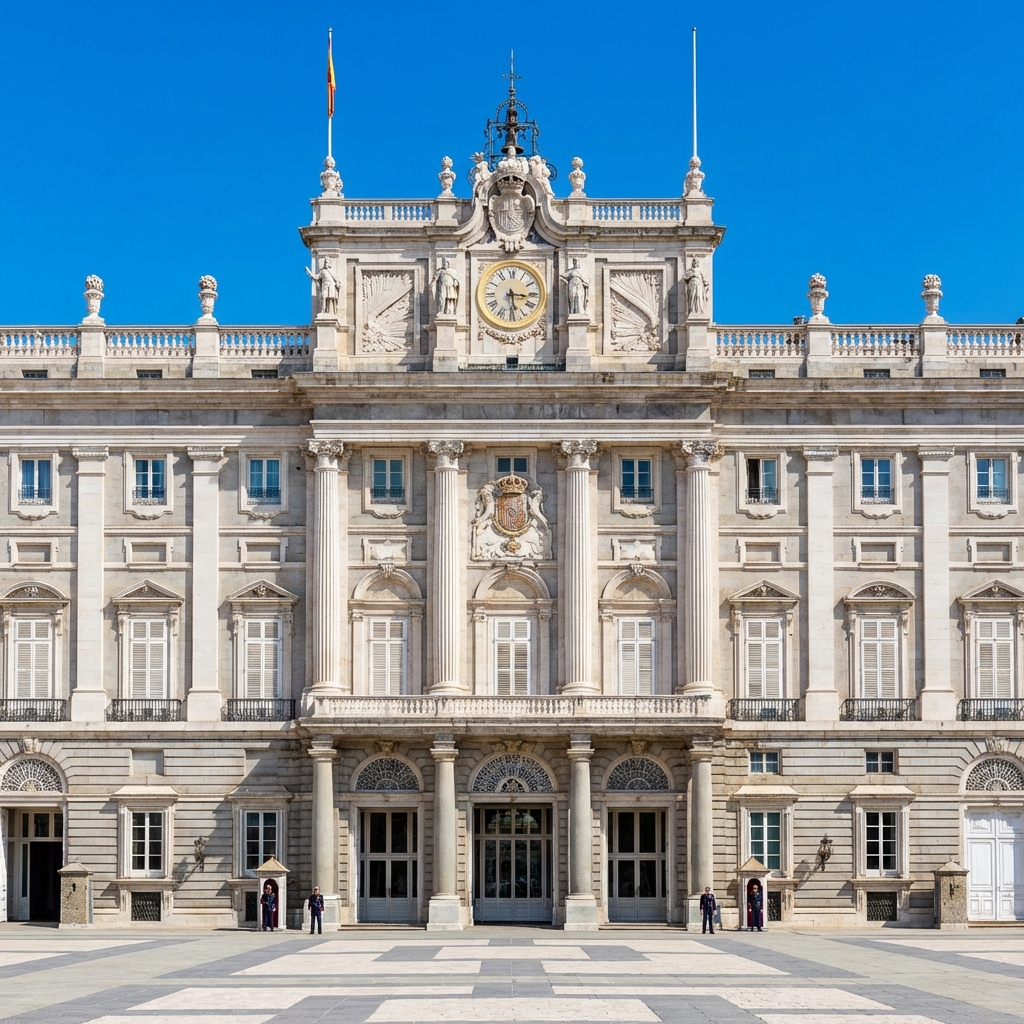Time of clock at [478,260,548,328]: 3:28
